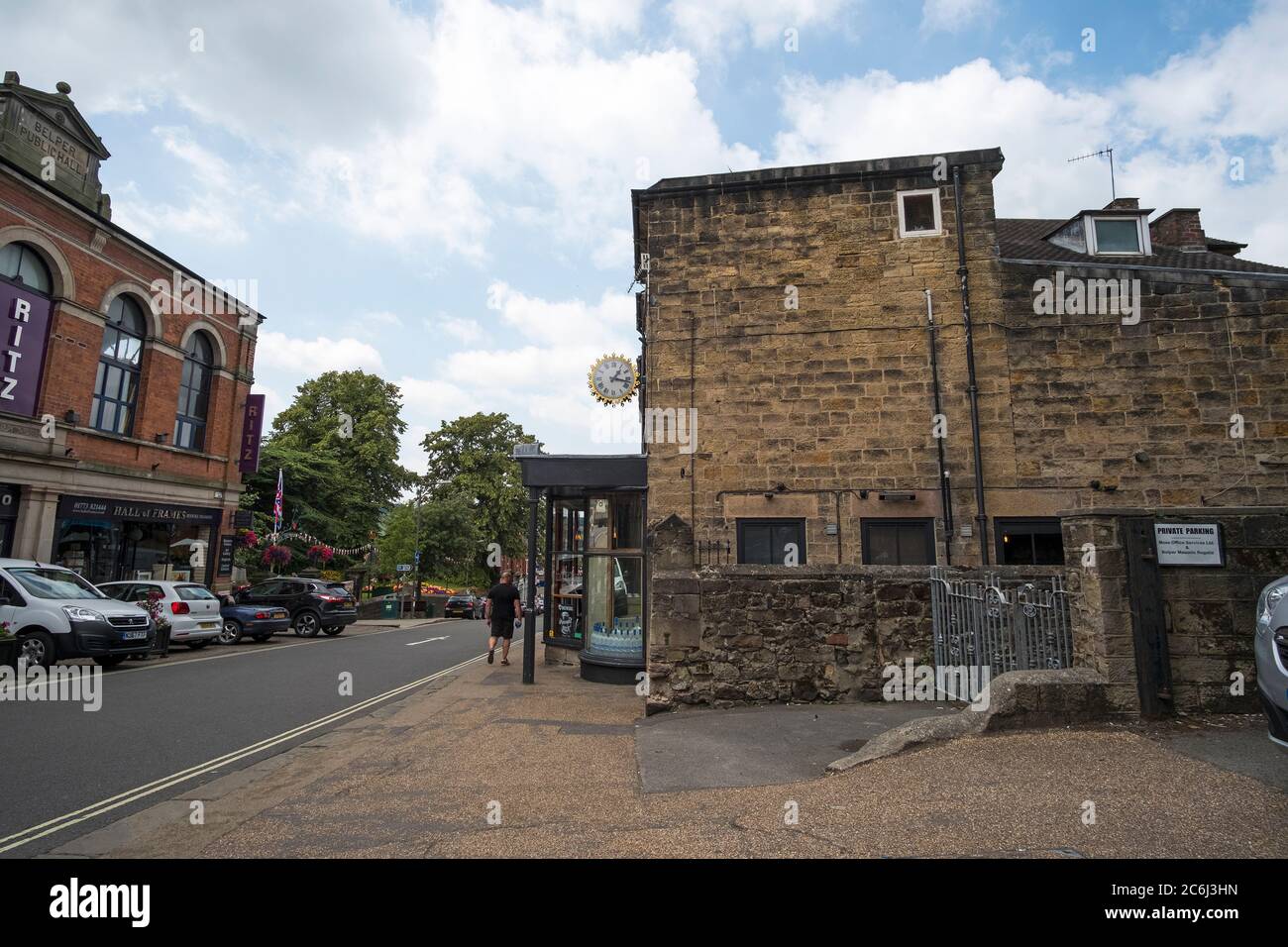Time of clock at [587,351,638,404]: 1:16
